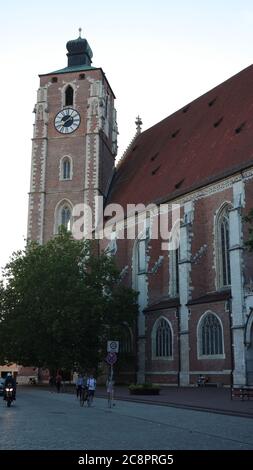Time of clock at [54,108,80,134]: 1:36
